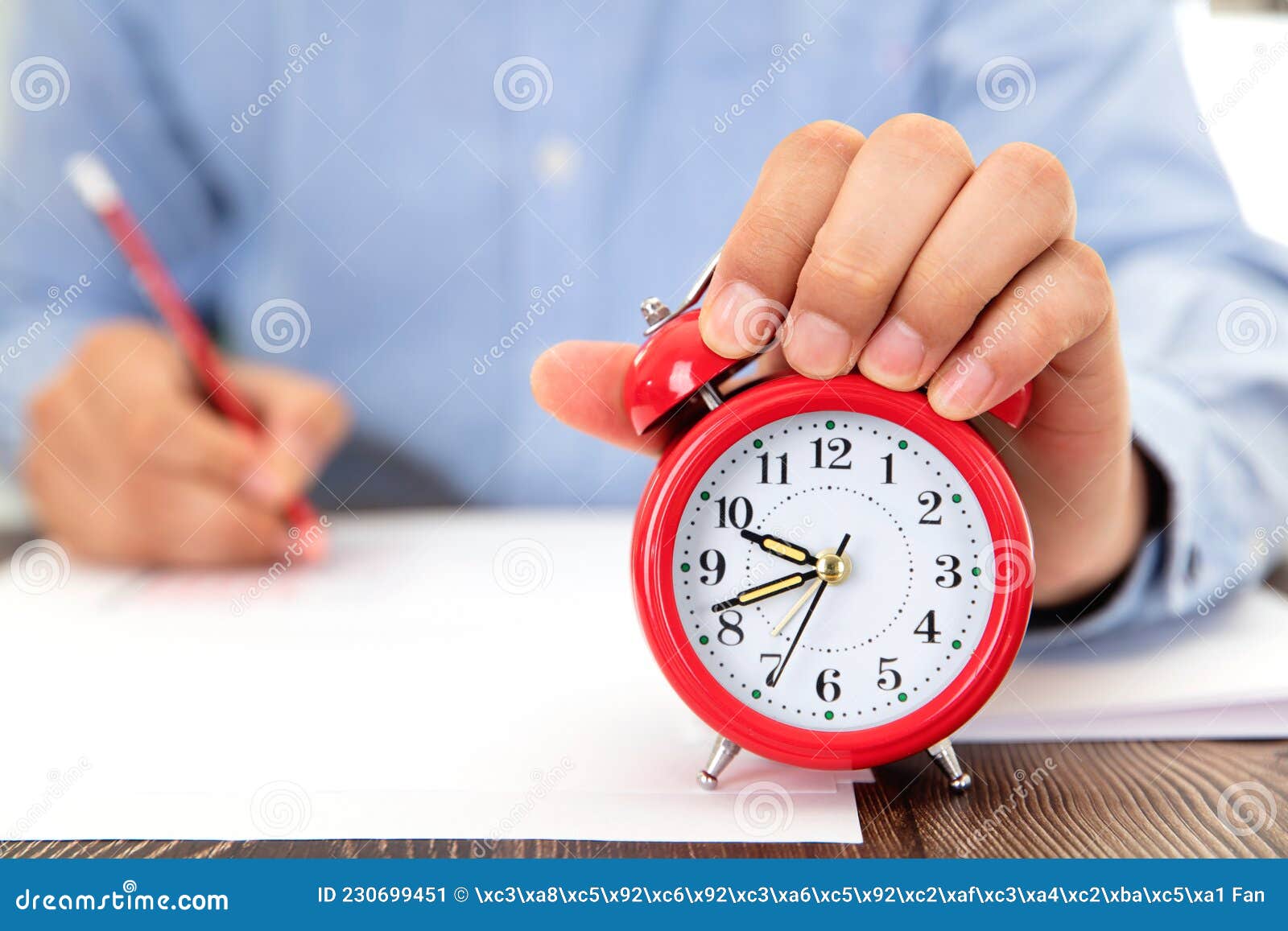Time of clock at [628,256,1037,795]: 9:41
